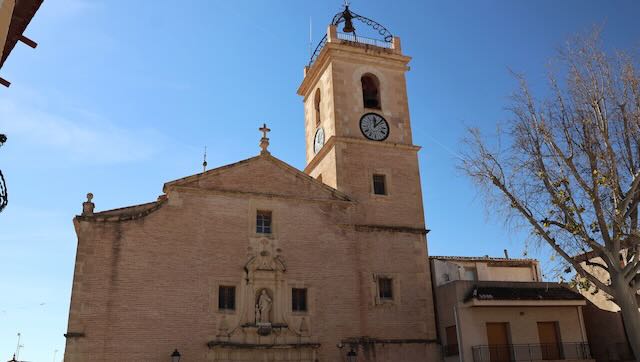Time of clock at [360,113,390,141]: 12:07
